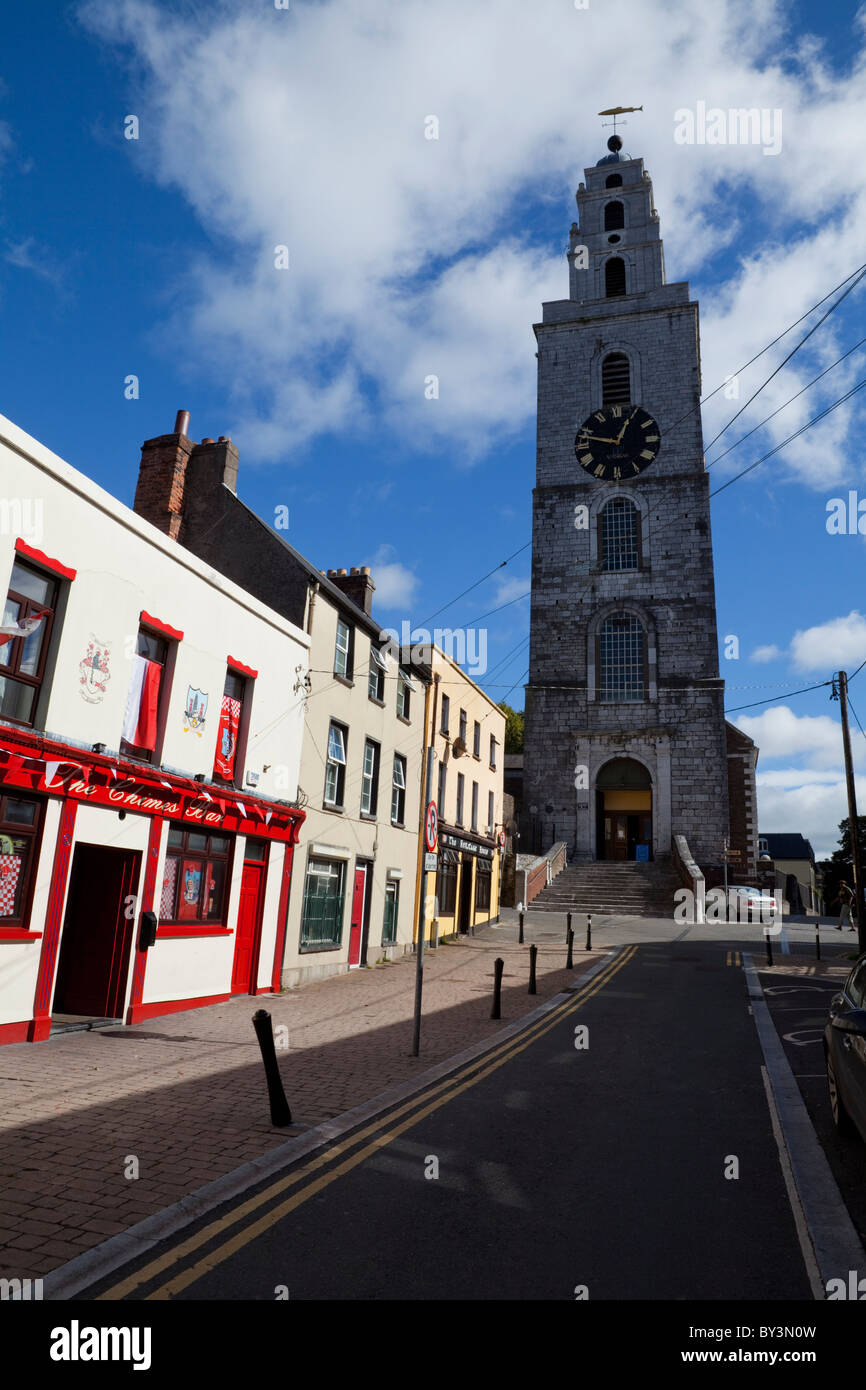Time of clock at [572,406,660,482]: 12:47
